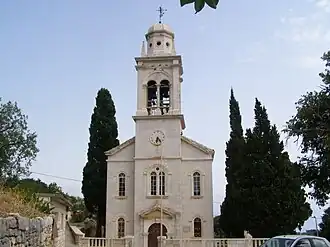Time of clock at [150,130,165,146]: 6:23
